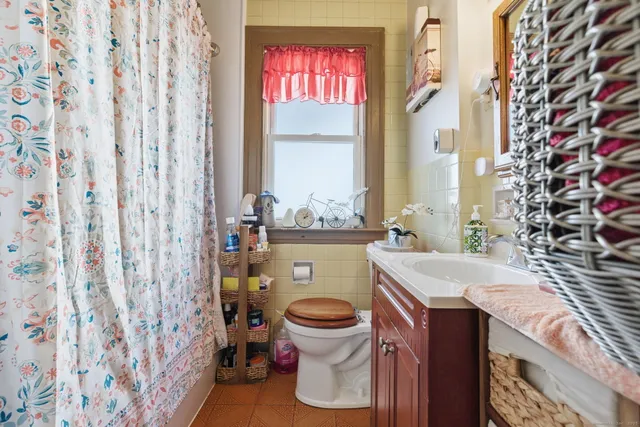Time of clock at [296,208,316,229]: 2:04
